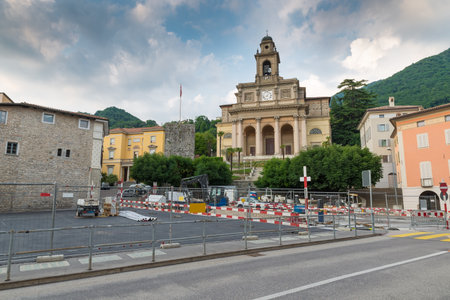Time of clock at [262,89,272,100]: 8:07
